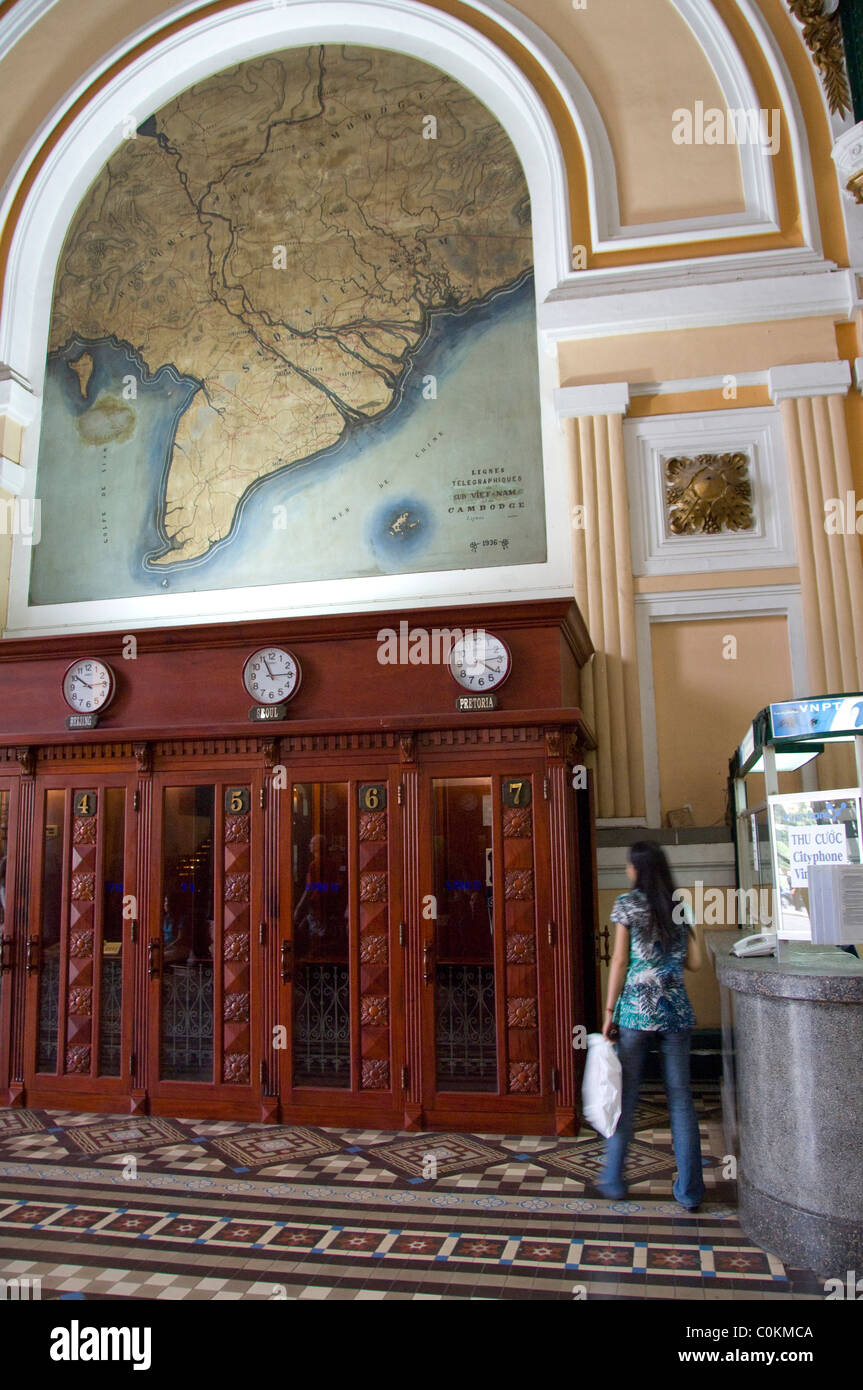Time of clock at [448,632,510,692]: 4:13
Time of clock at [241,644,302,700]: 11:14
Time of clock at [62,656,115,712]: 10:14
